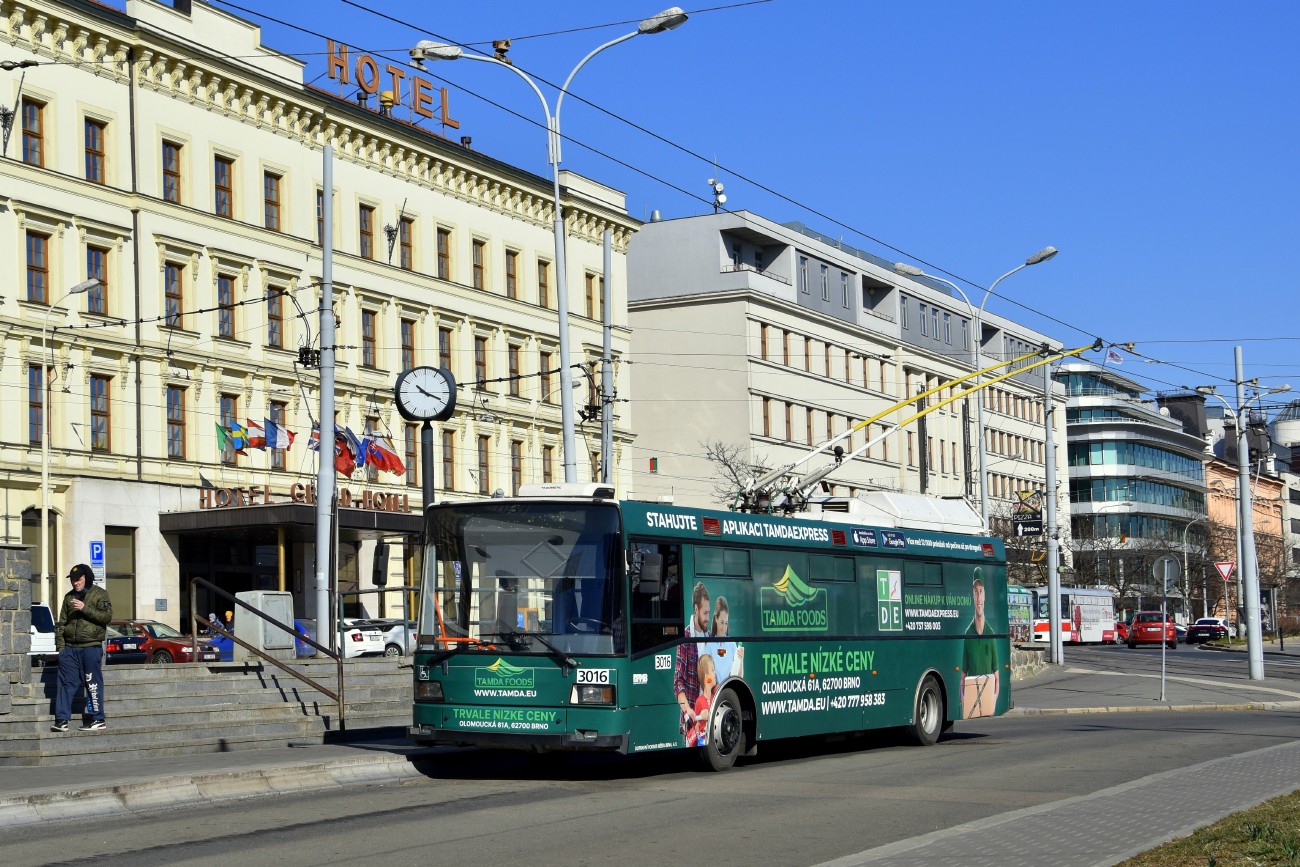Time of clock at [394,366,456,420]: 10:18
